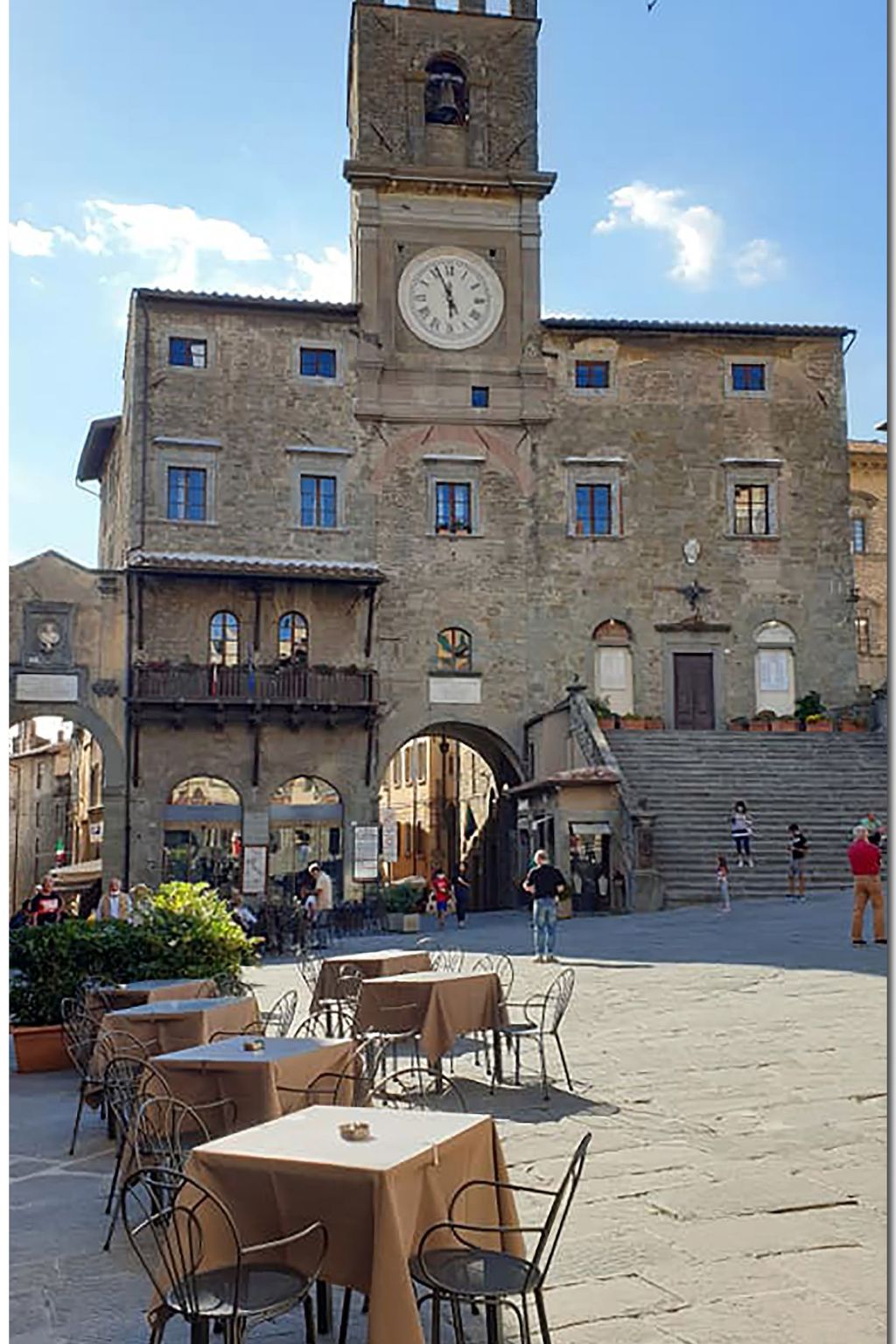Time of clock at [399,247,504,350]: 5:56
